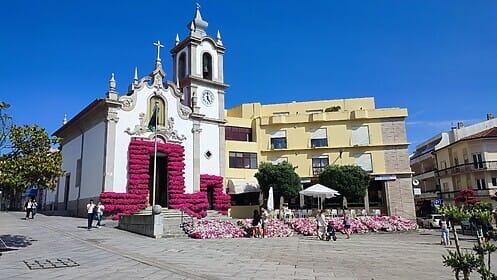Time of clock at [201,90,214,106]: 4:59
